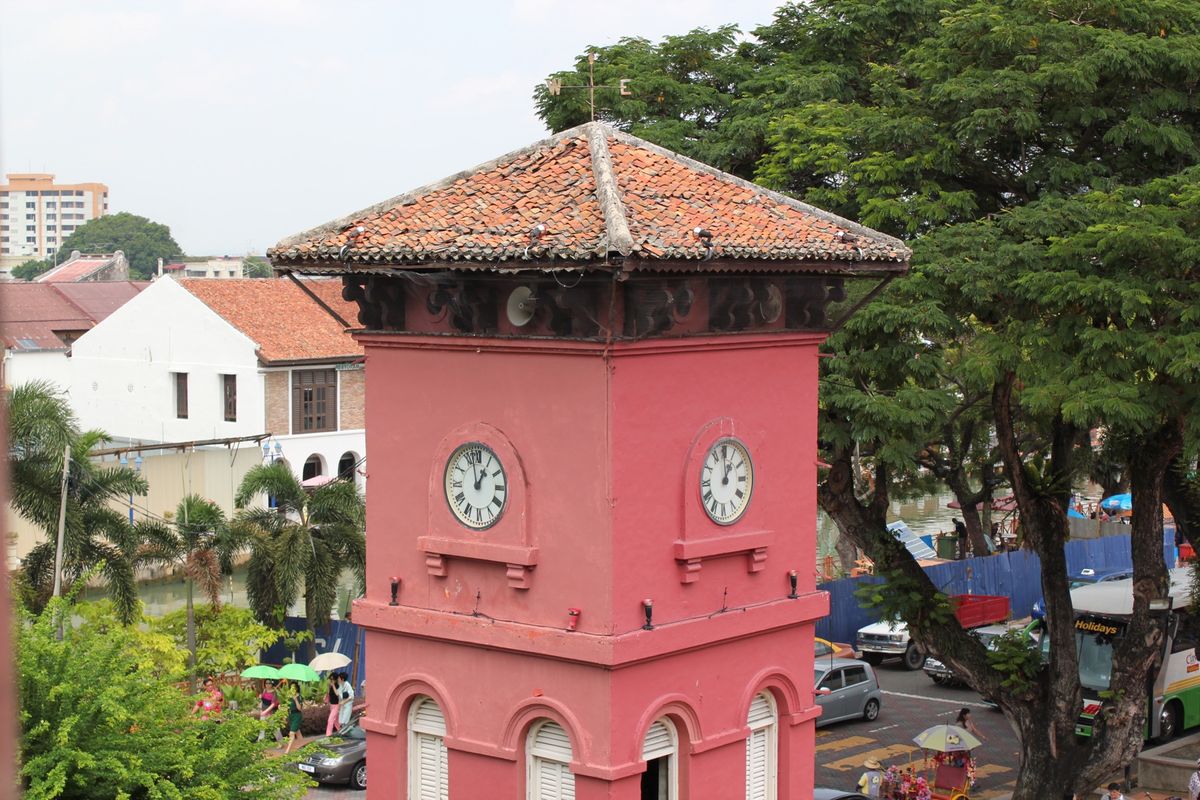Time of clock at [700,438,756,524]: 12:59
